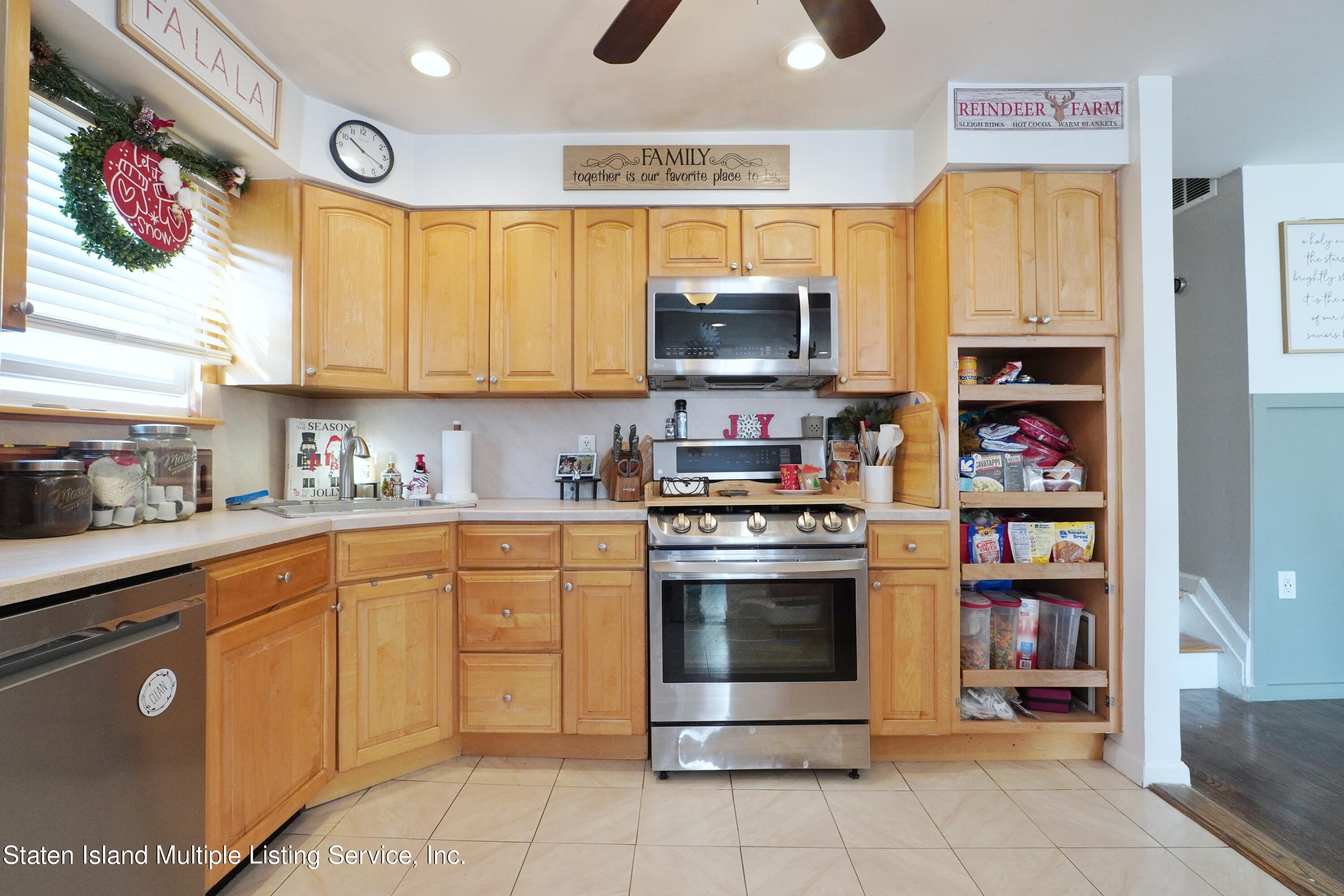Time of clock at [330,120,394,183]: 10:19
